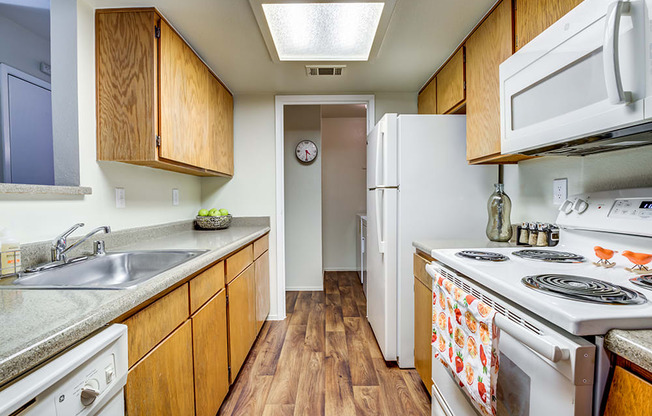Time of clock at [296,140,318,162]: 4:29
